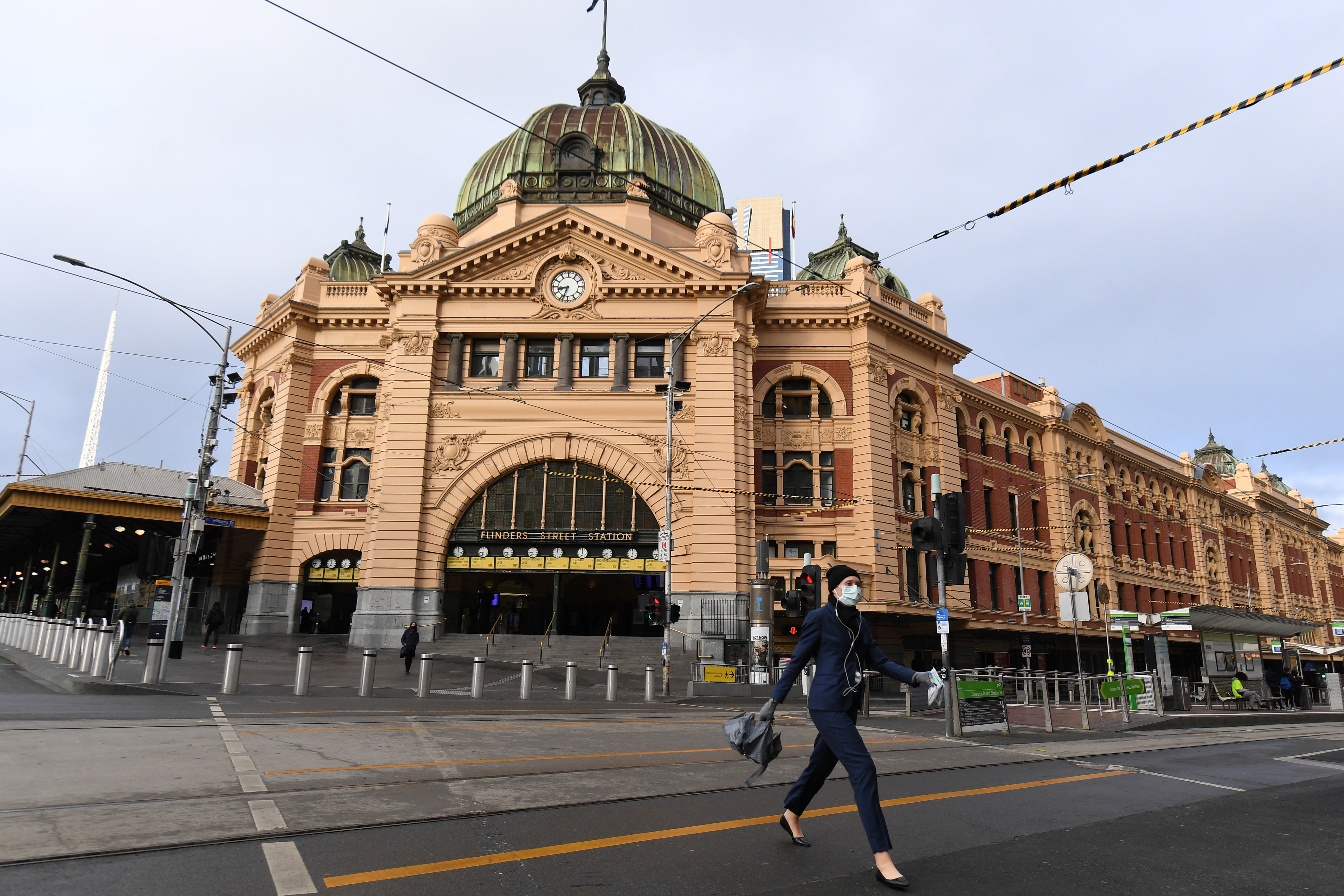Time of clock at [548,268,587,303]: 8:33
